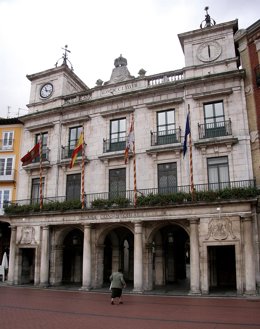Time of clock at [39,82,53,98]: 11:17
